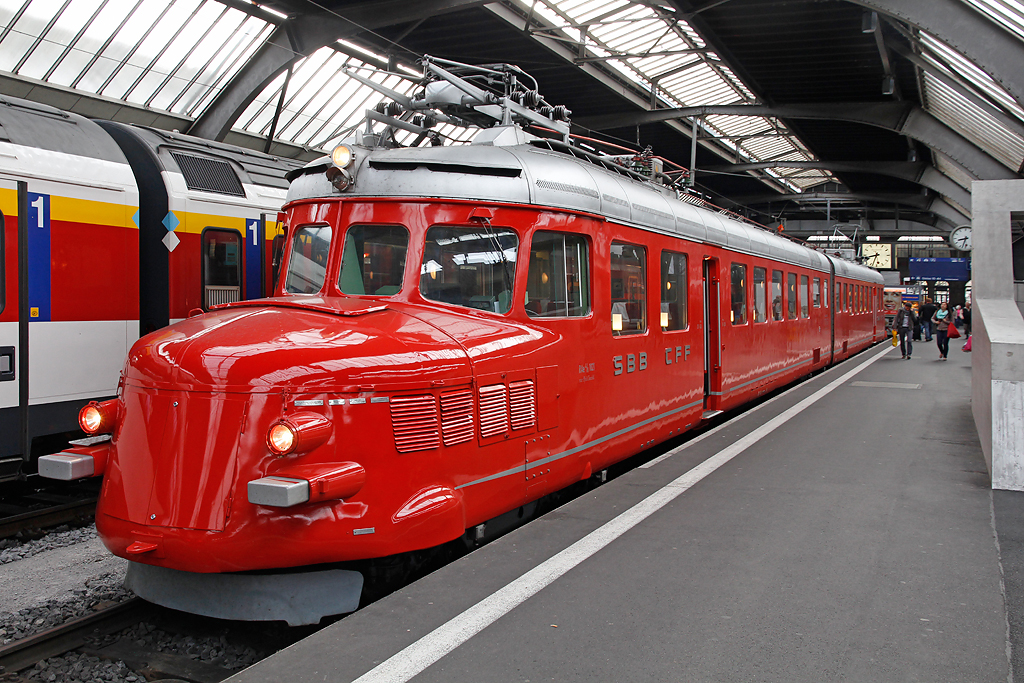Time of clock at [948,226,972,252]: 8:33
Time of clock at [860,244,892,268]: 6:41
